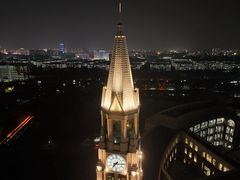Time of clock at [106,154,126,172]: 7:15
